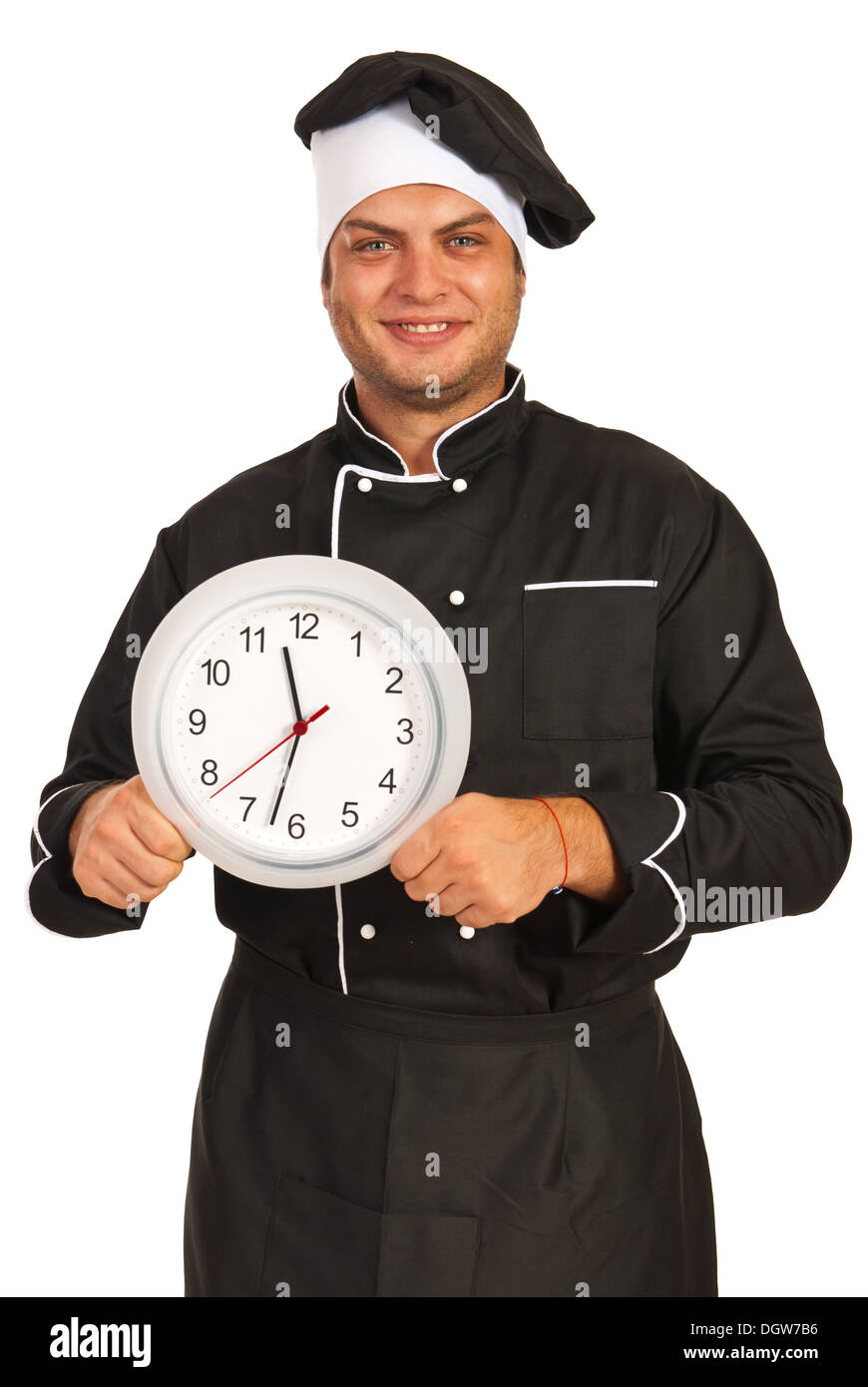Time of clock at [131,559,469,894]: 11:32
